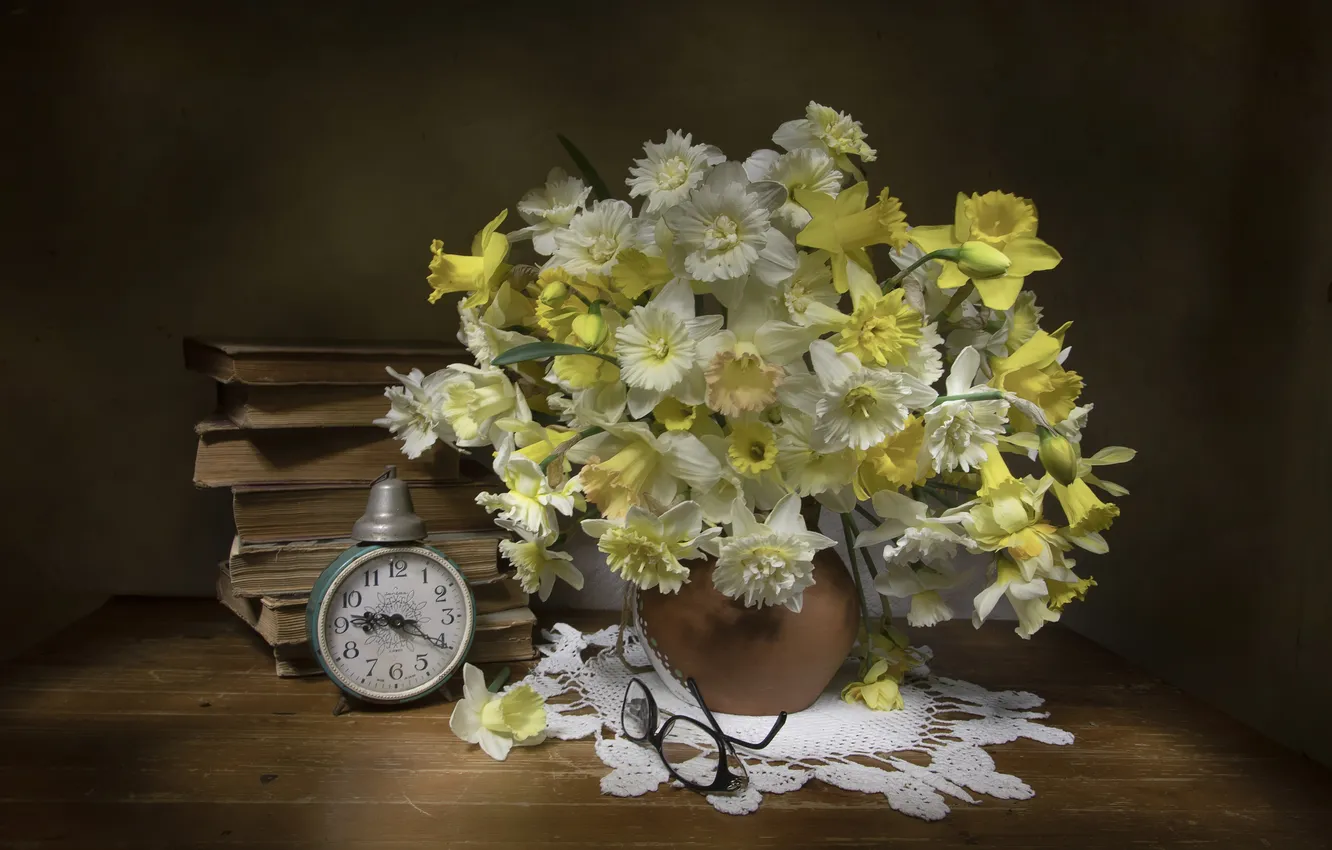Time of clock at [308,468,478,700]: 9:20
